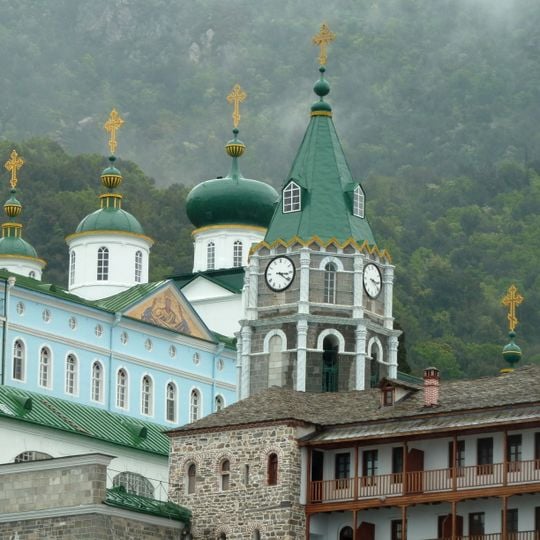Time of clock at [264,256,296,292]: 3:21
